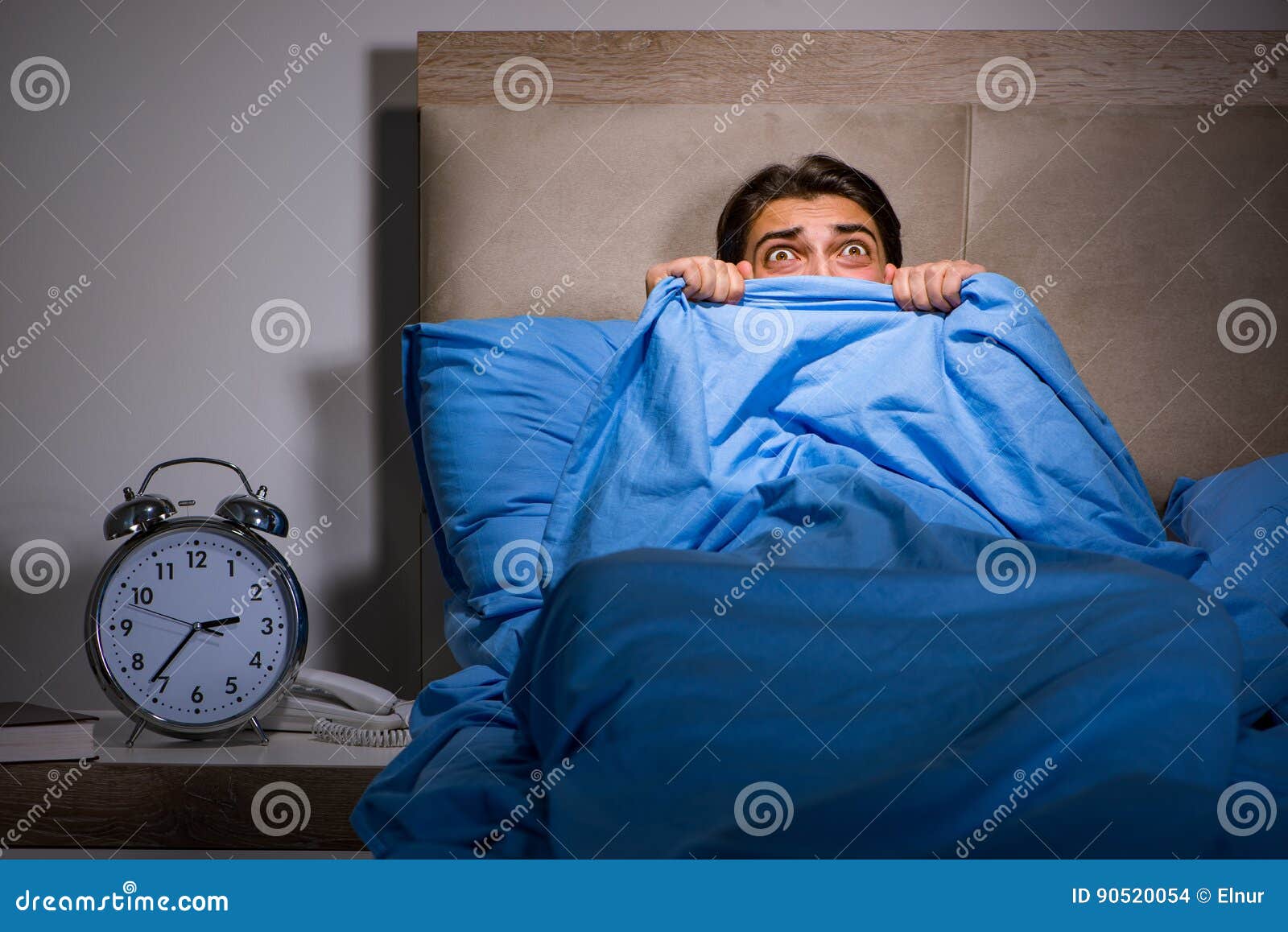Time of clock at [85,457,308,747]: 2:36
